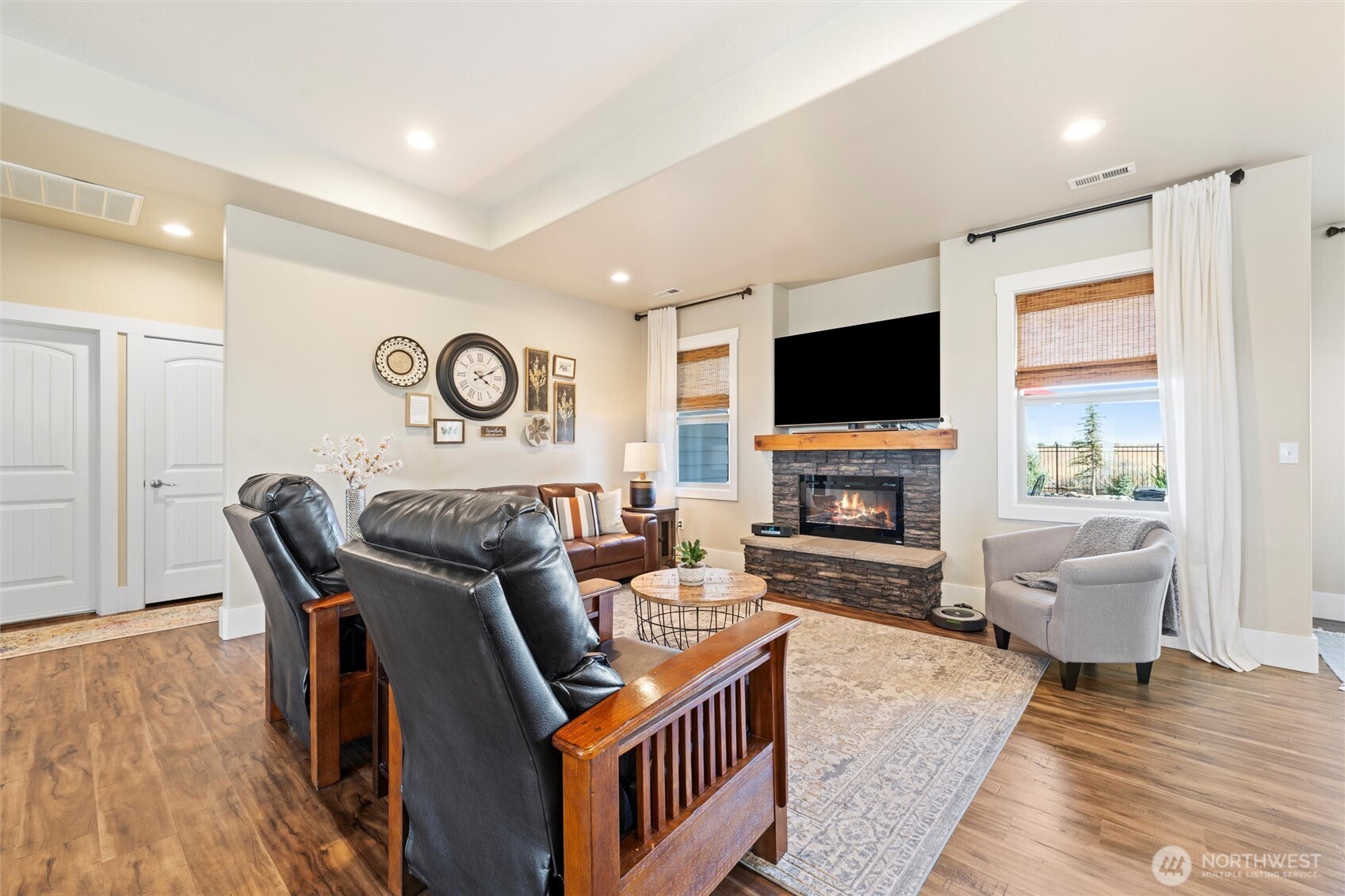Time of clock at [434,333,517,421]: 4:10
